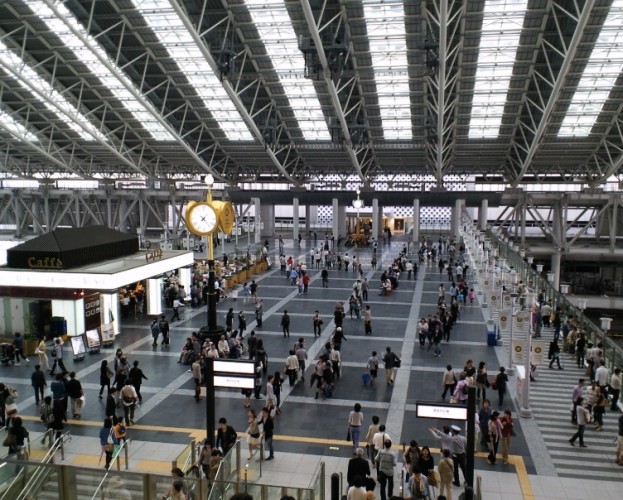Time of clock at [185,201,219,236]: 7:23
